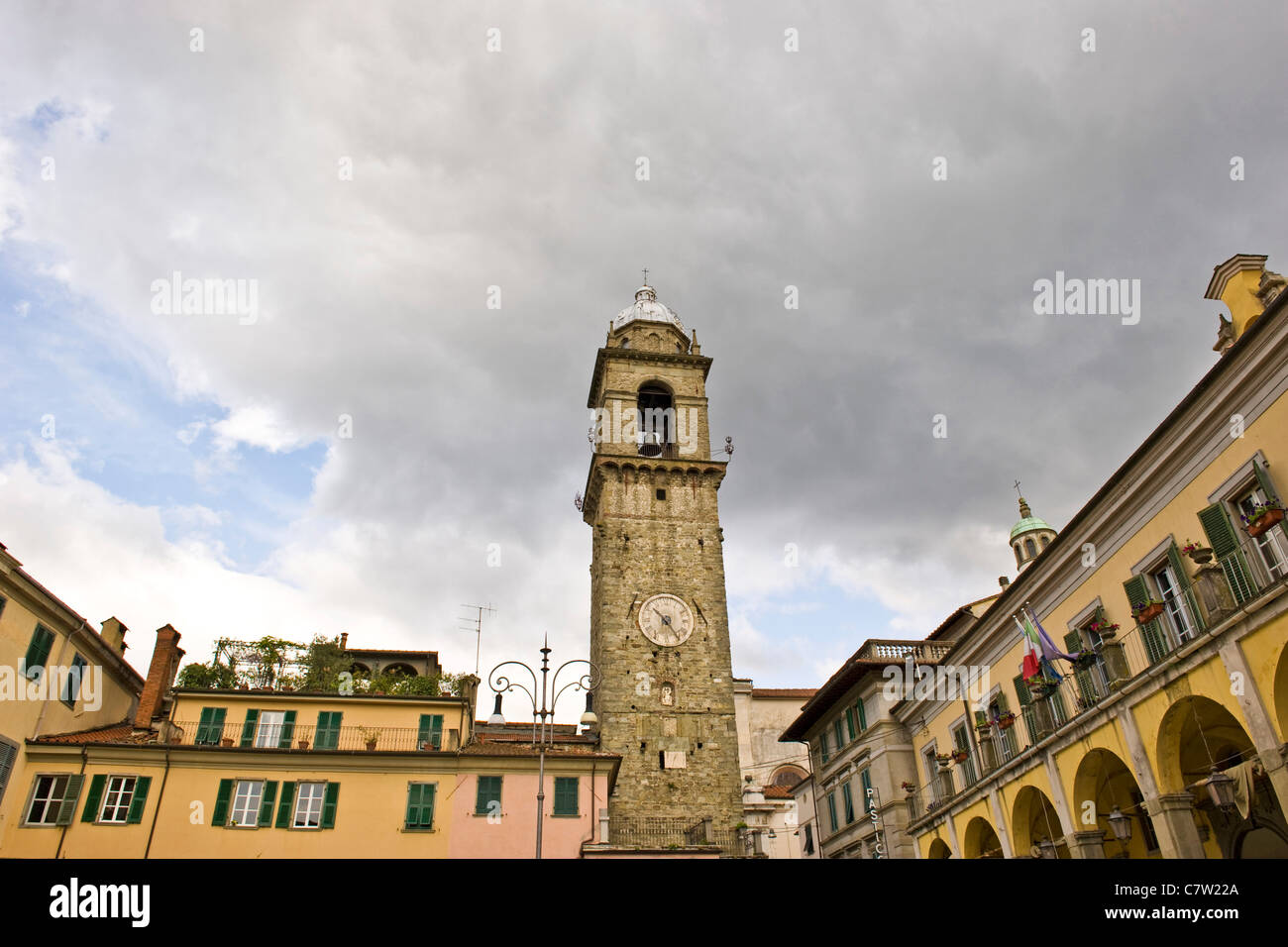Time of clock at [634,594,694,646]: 10:24
